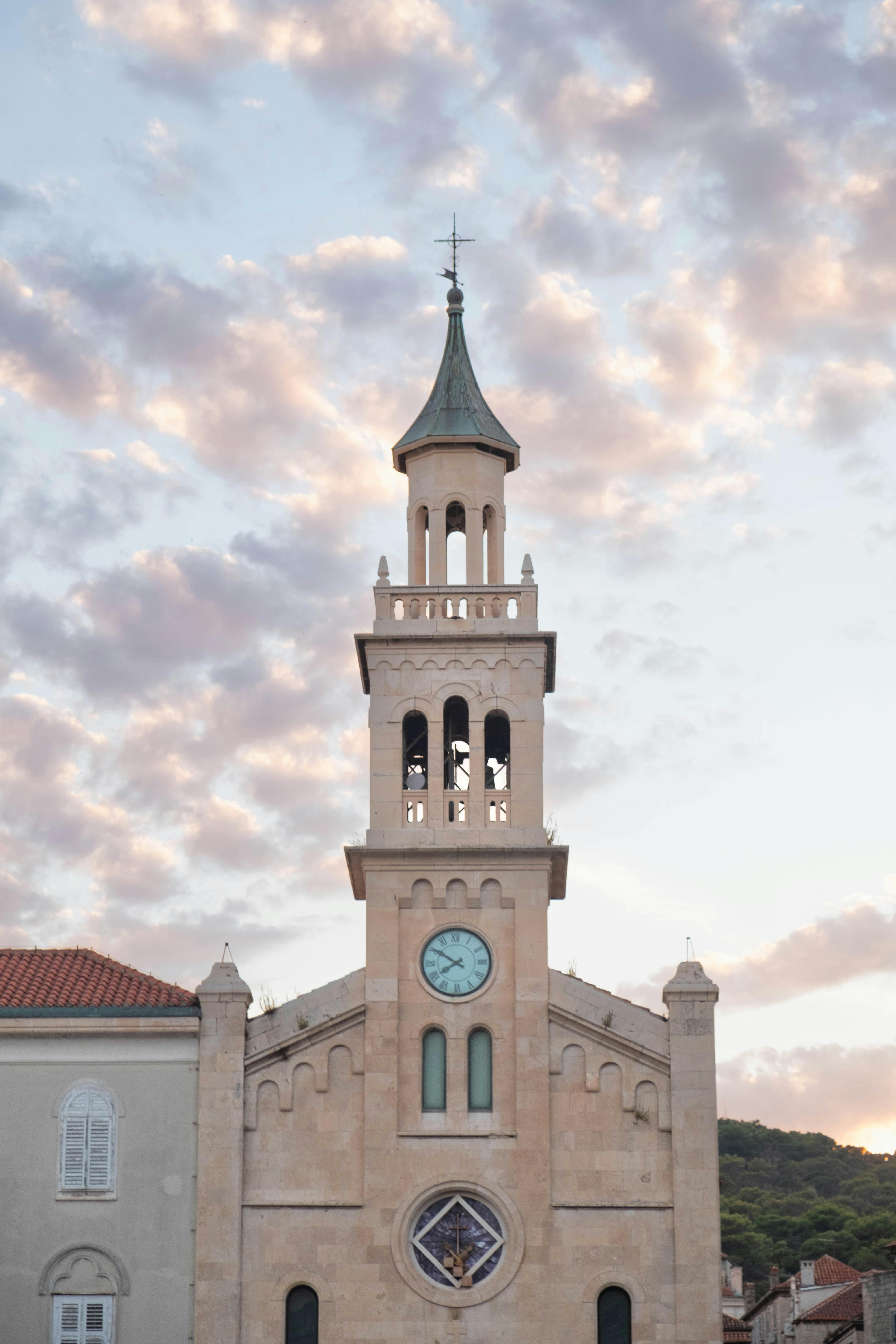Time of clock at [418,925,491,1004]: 7:50
